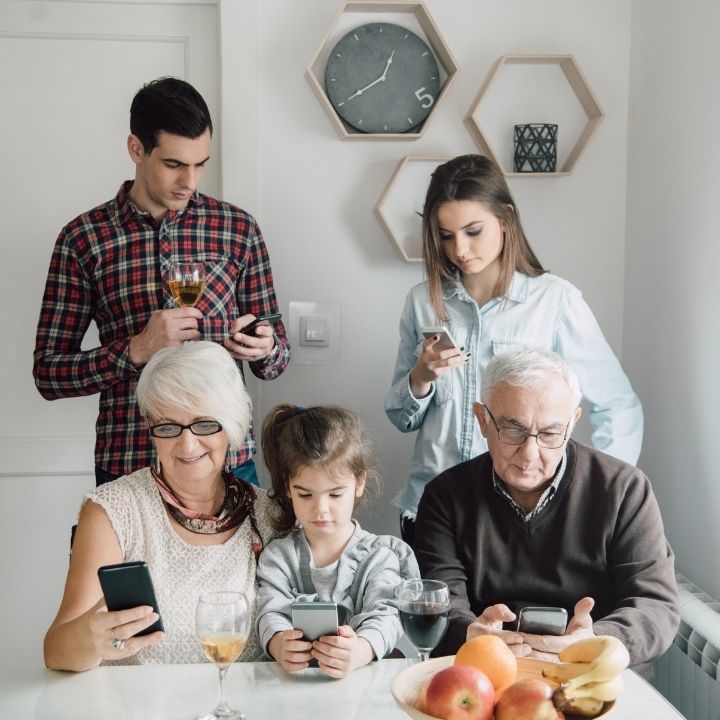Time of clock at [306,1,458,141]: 12:40
